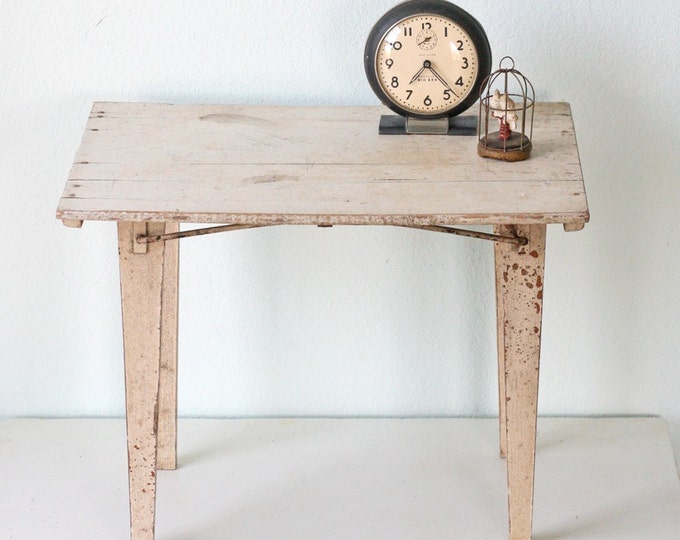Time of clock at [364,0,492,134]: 7:22
